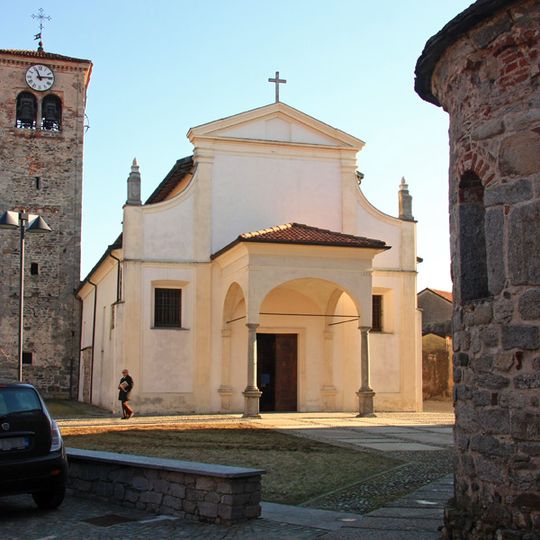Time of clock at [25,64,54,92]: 11:13
